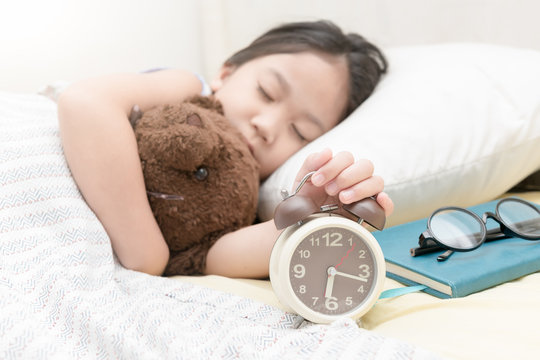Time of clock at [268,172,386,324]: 6:17
